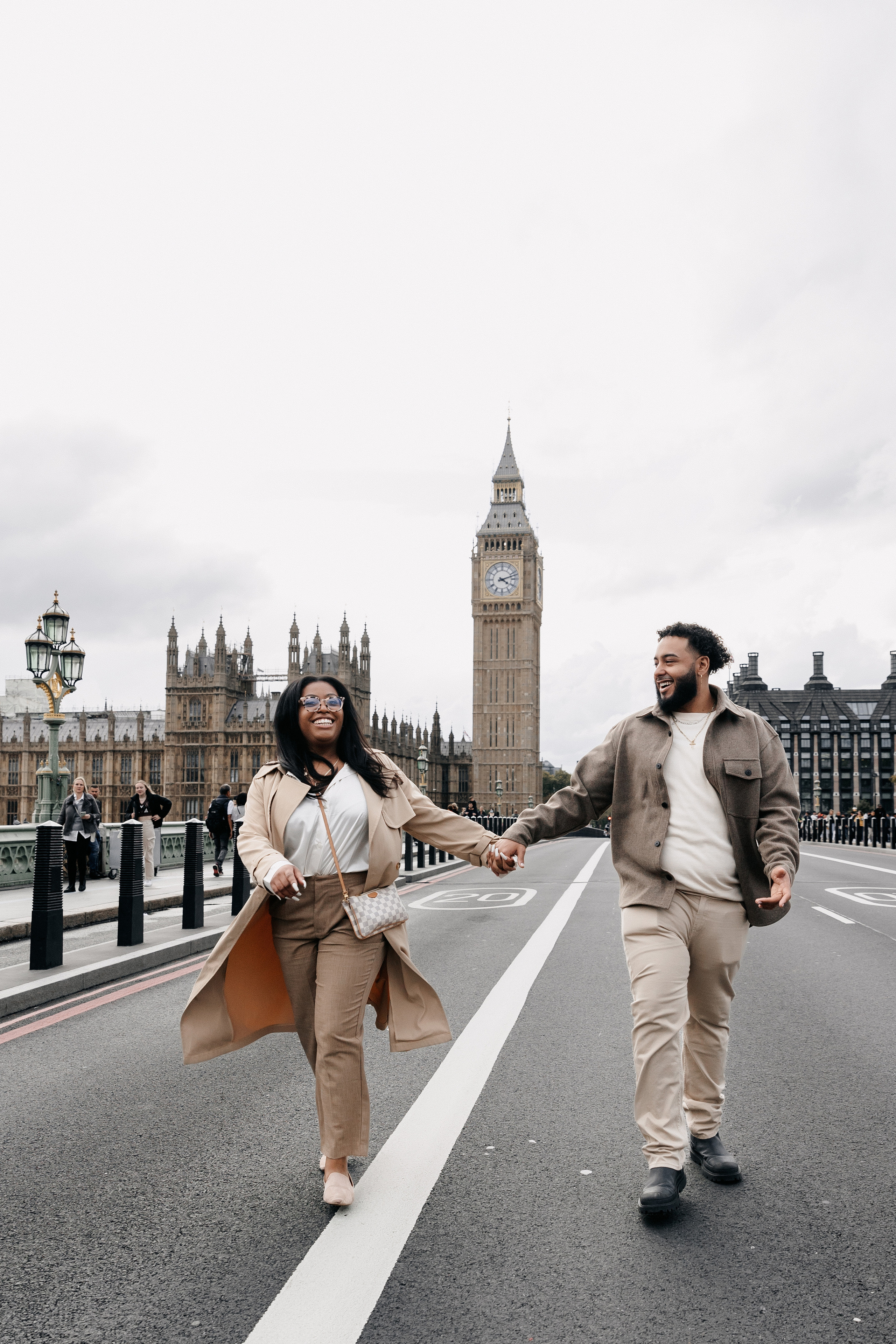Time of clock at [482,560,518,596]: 4:11
